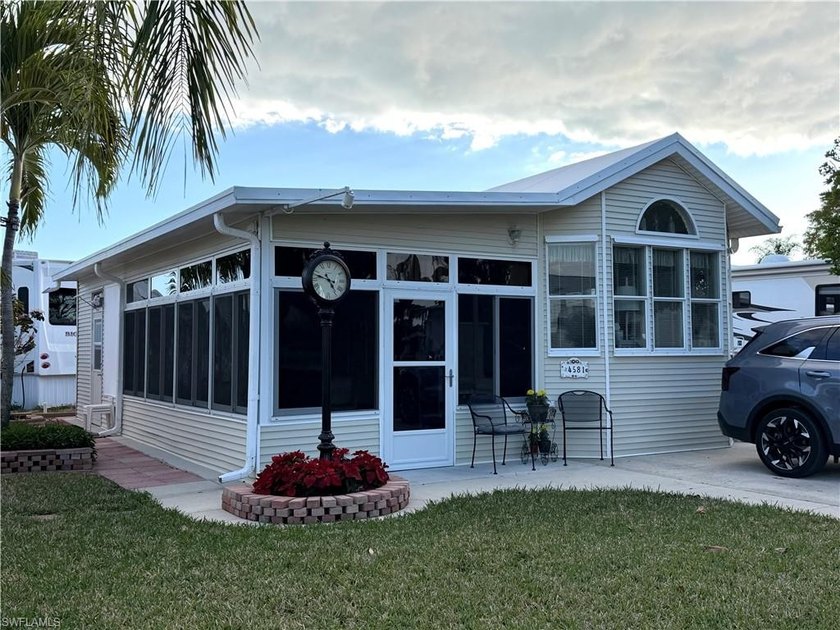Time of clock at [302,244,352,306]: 4:47
